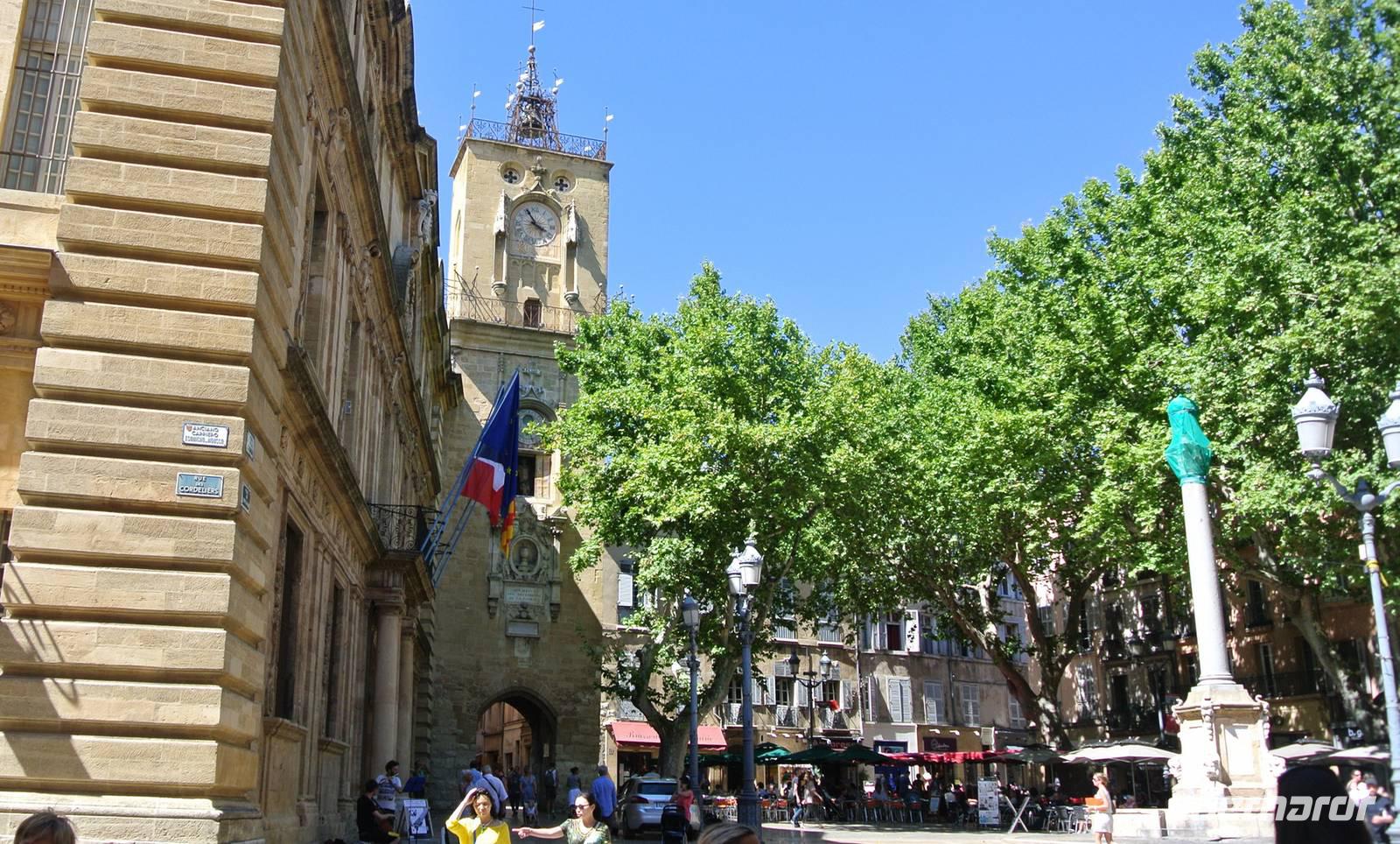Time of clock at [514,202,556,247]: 3:55
